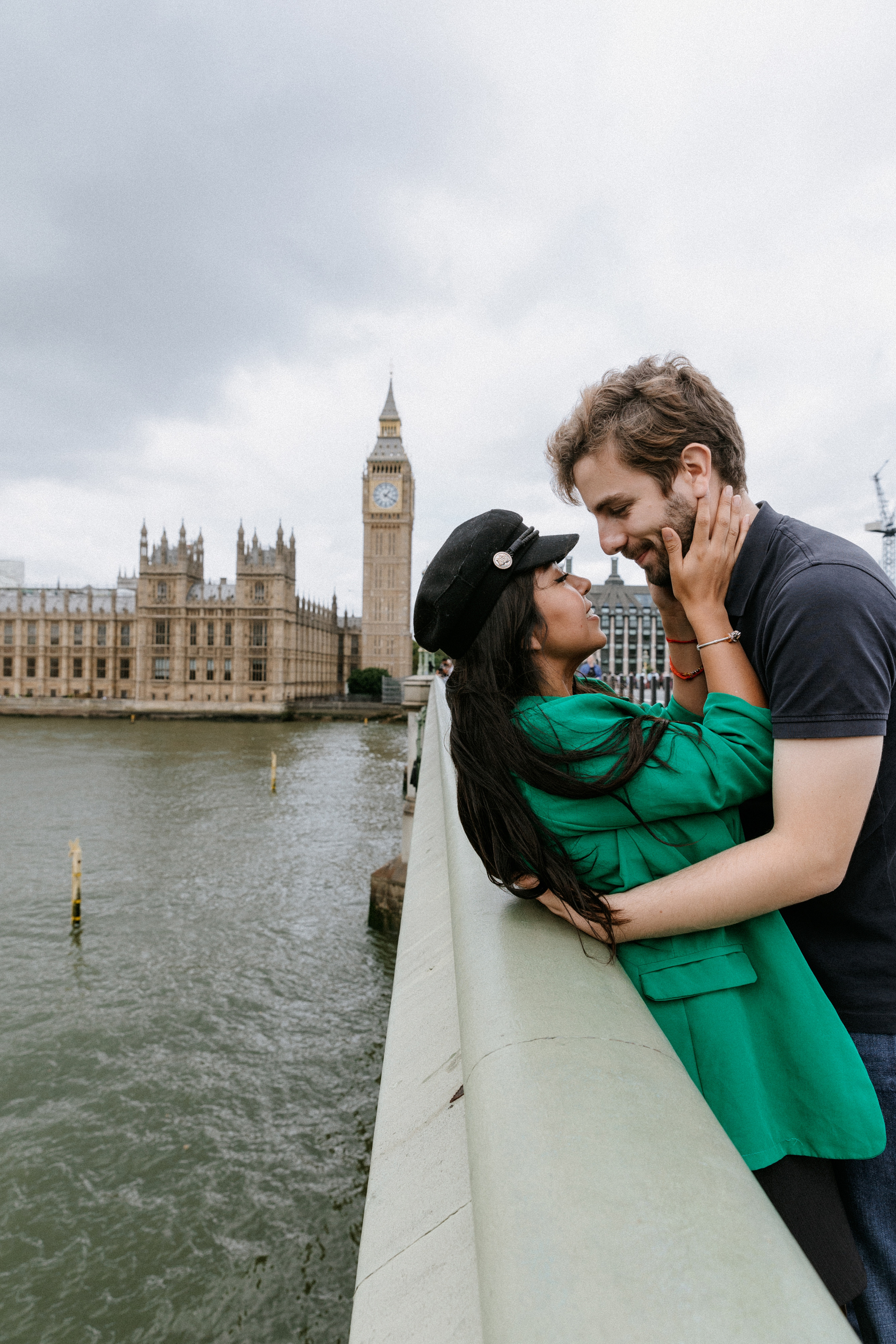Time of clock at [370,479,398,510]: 1:20
